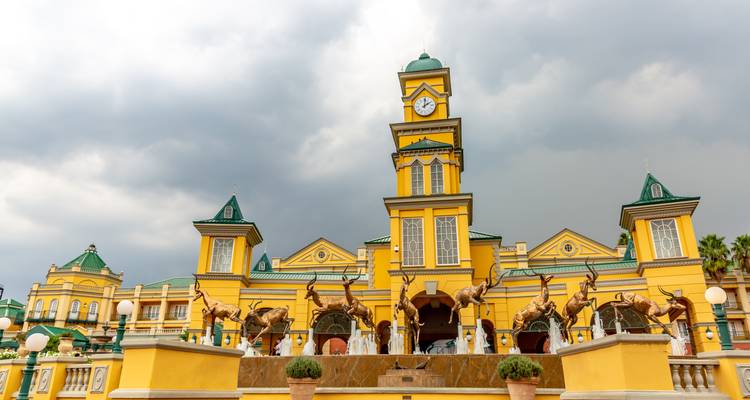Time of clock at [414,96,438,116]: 2:01
